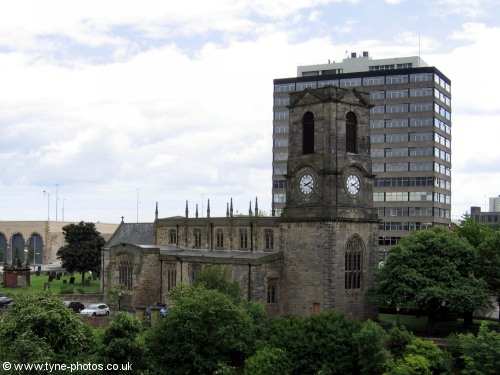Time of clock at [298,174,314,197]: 2:19
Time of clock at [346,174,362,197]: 2:19
